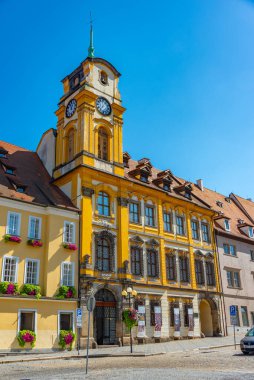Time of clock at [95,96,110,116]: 7:06
